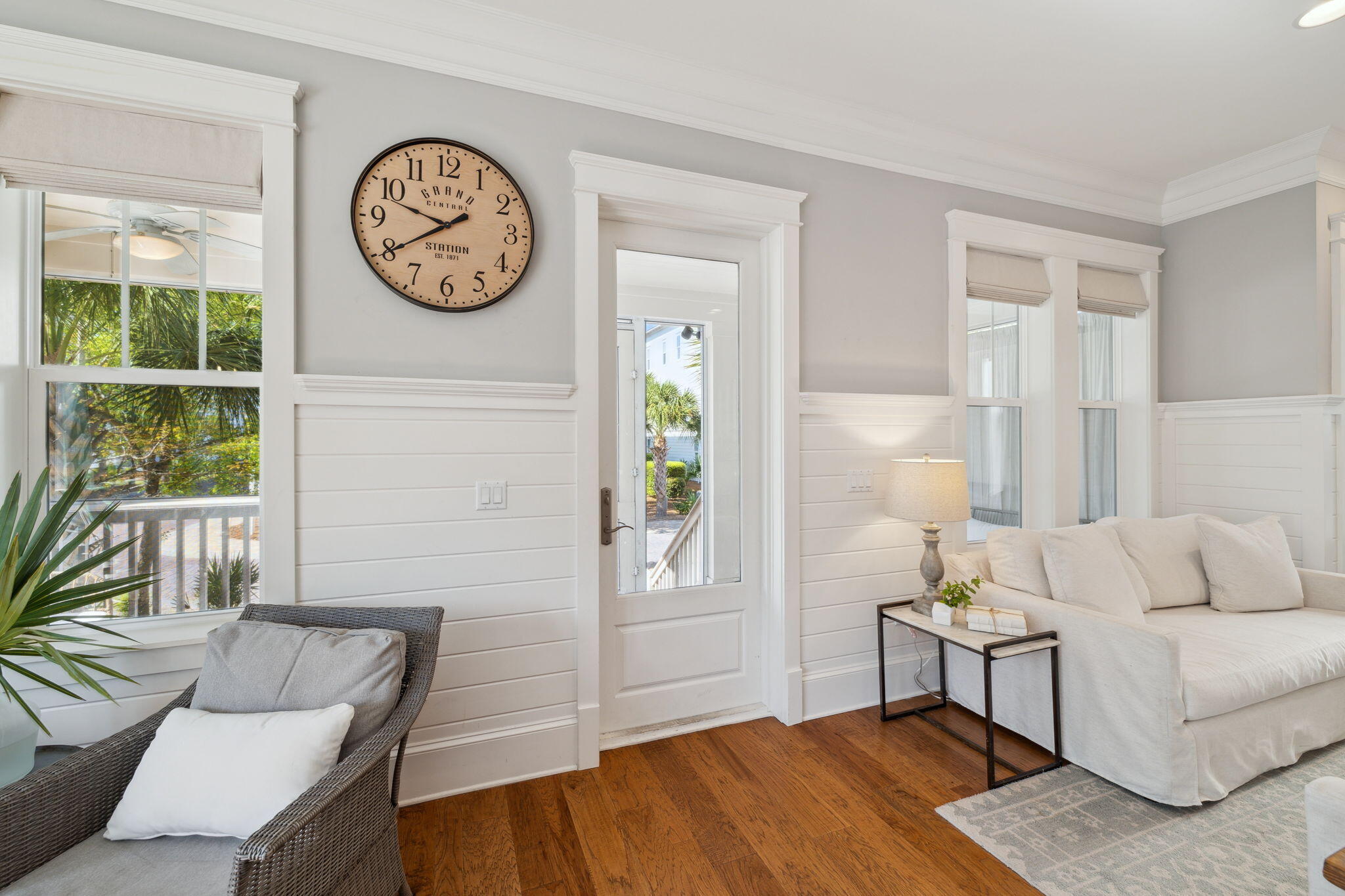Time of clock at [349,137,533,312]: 9:39
